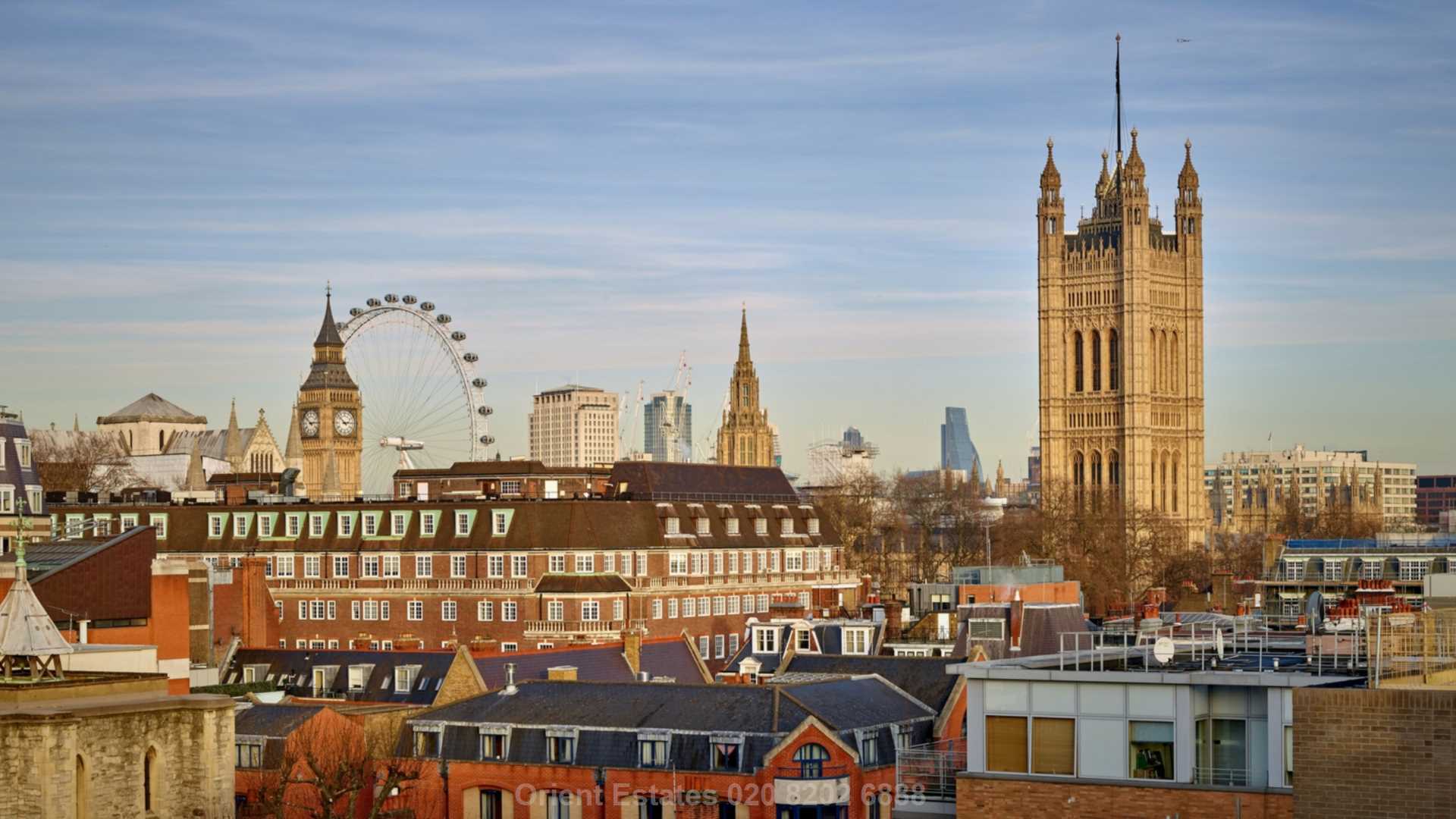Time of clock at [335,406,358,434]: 2:52
